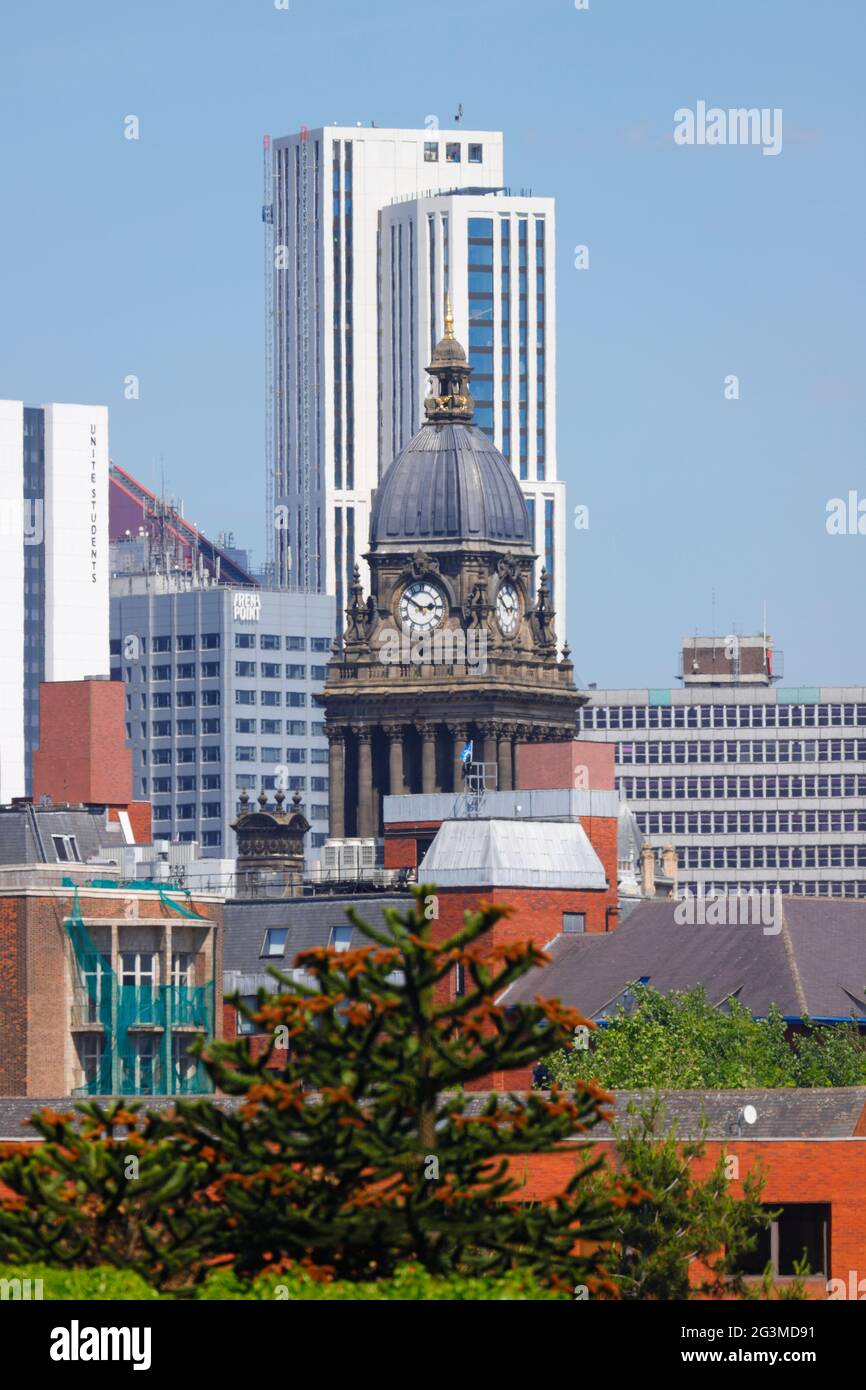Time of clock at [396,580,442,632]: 2:51
